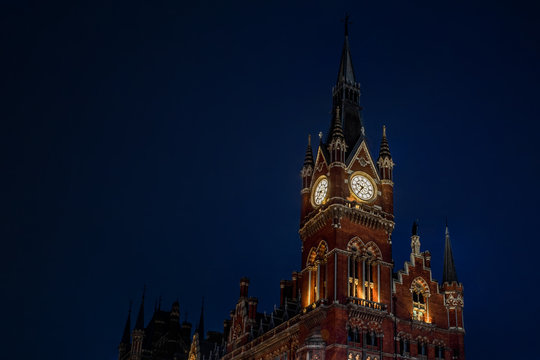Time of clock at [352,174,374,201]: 9:35
